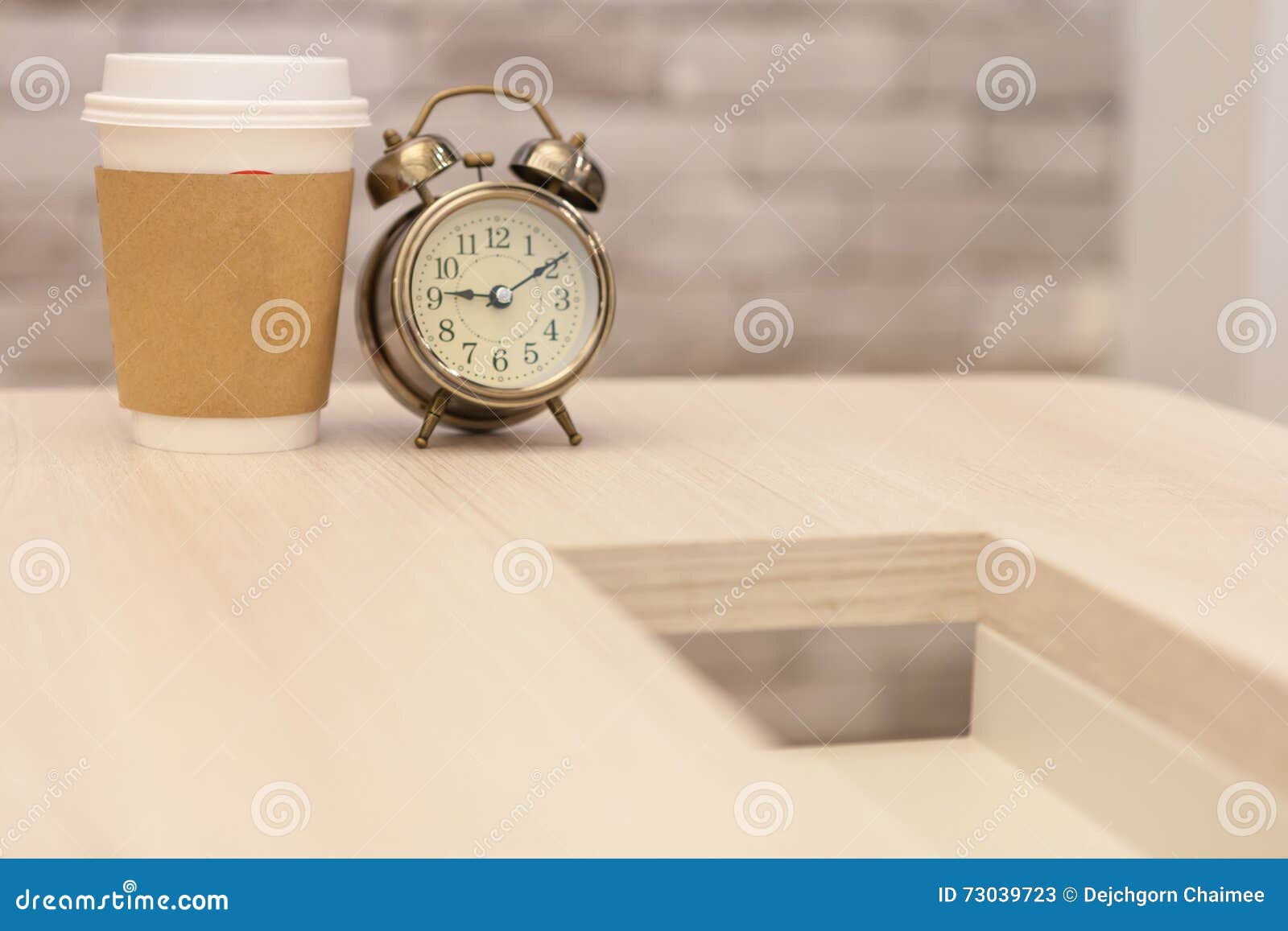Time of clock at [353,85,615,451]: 9:09
